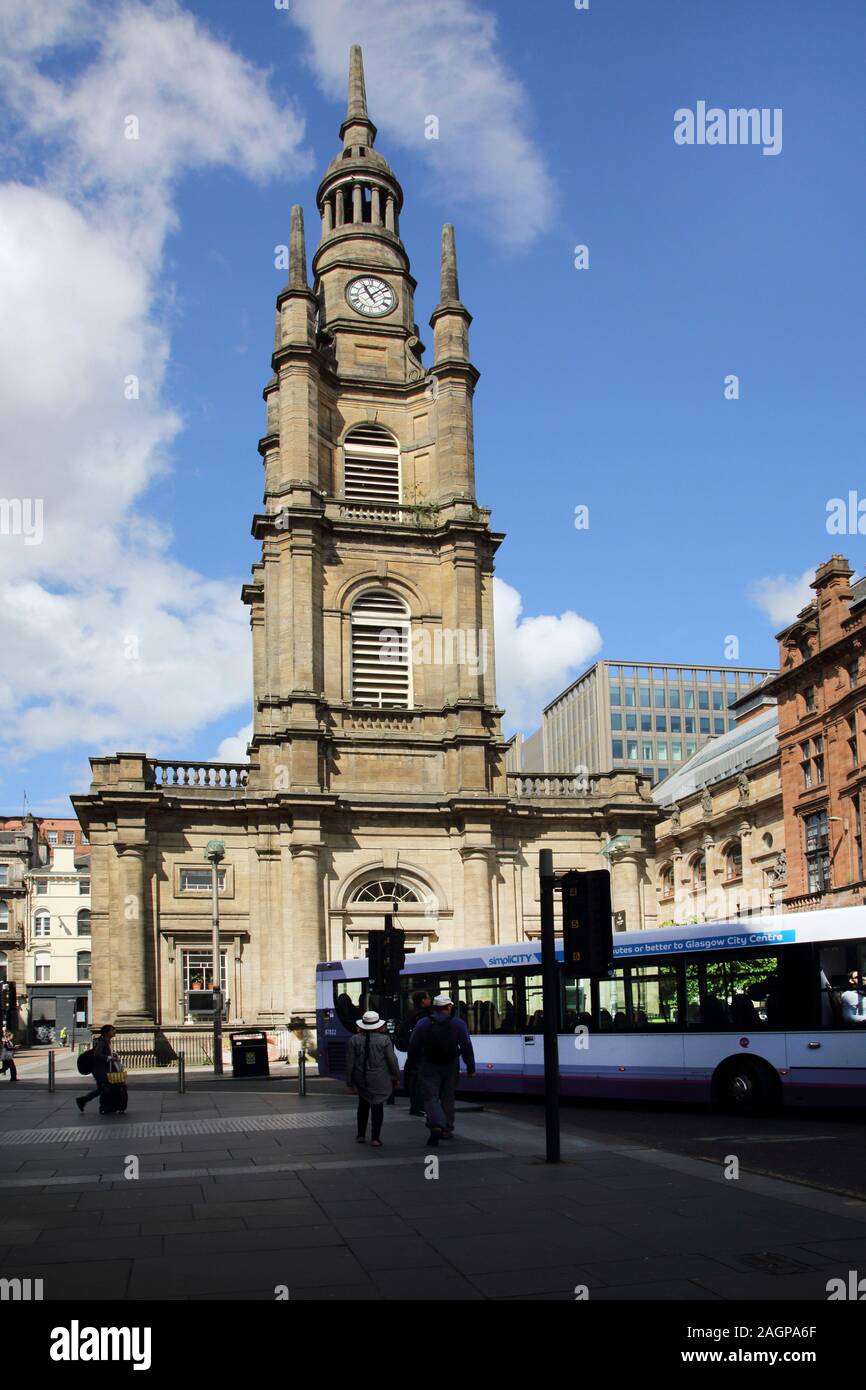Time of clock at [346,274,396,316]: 11:07
